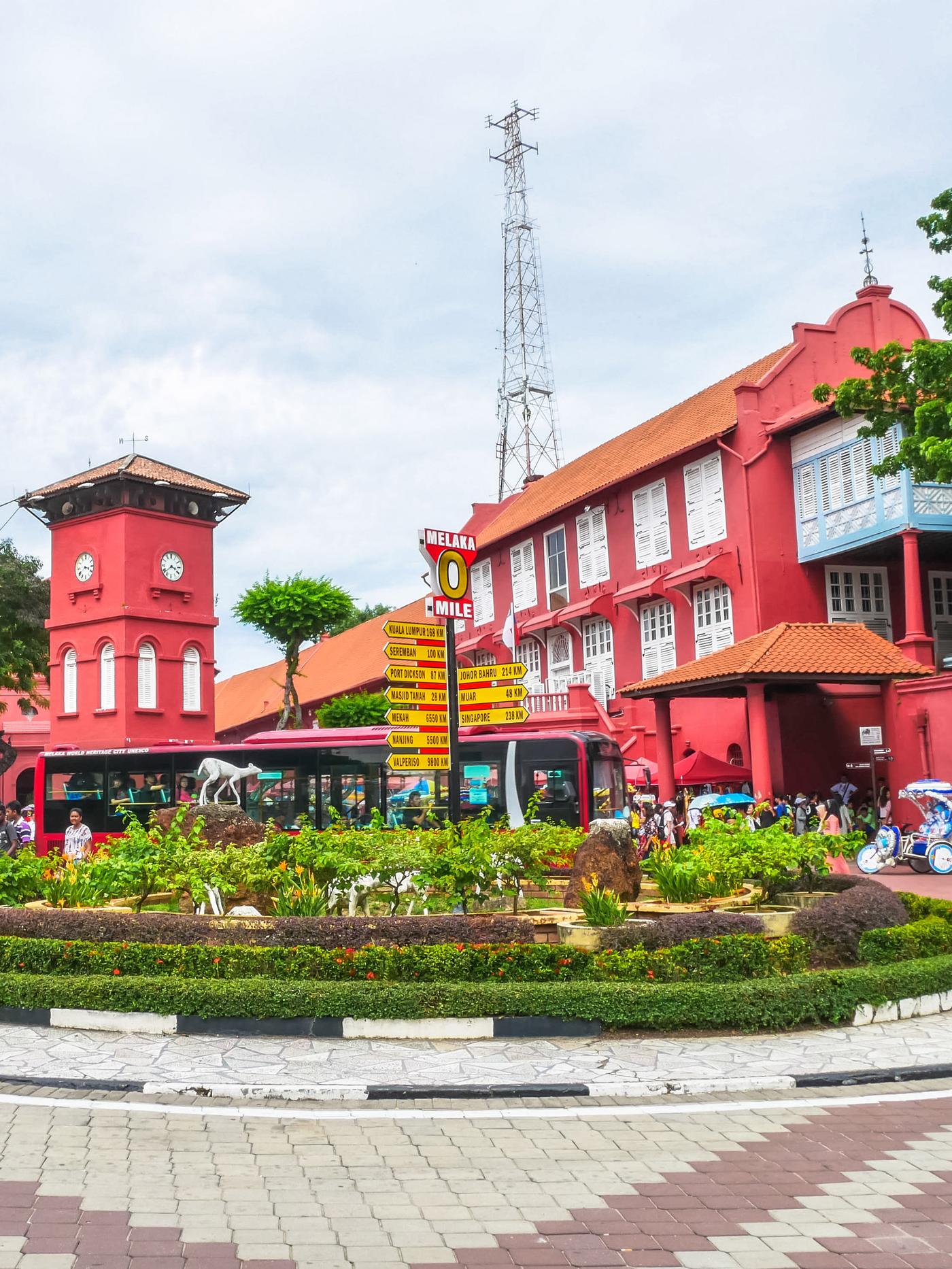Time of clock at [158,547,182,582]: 3:38
